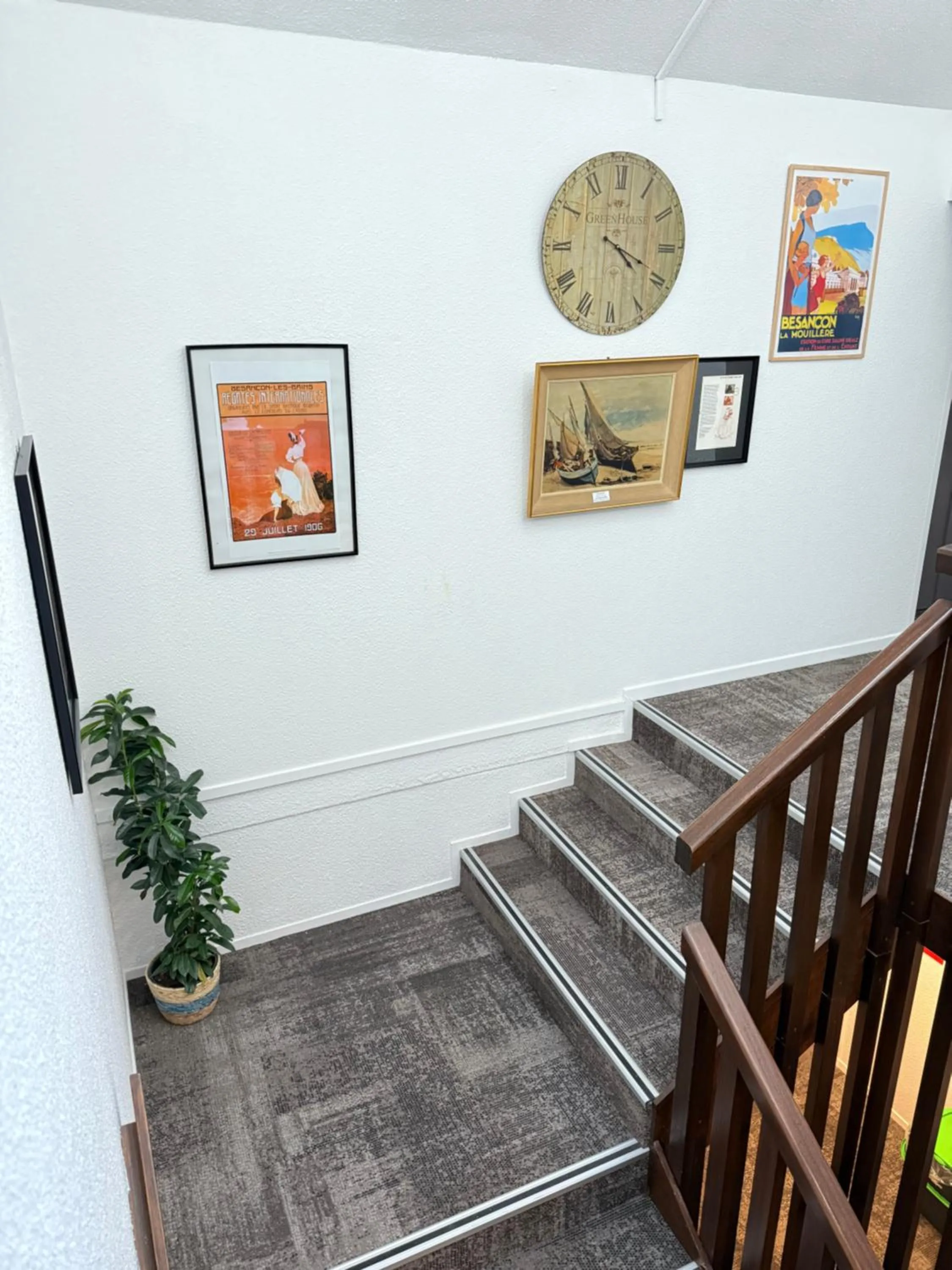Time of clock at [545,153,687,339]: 4:18
